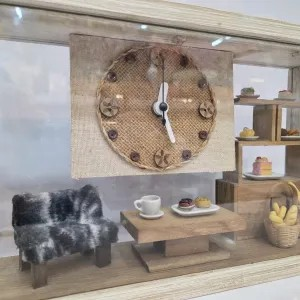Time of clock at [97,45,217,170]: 12:26
